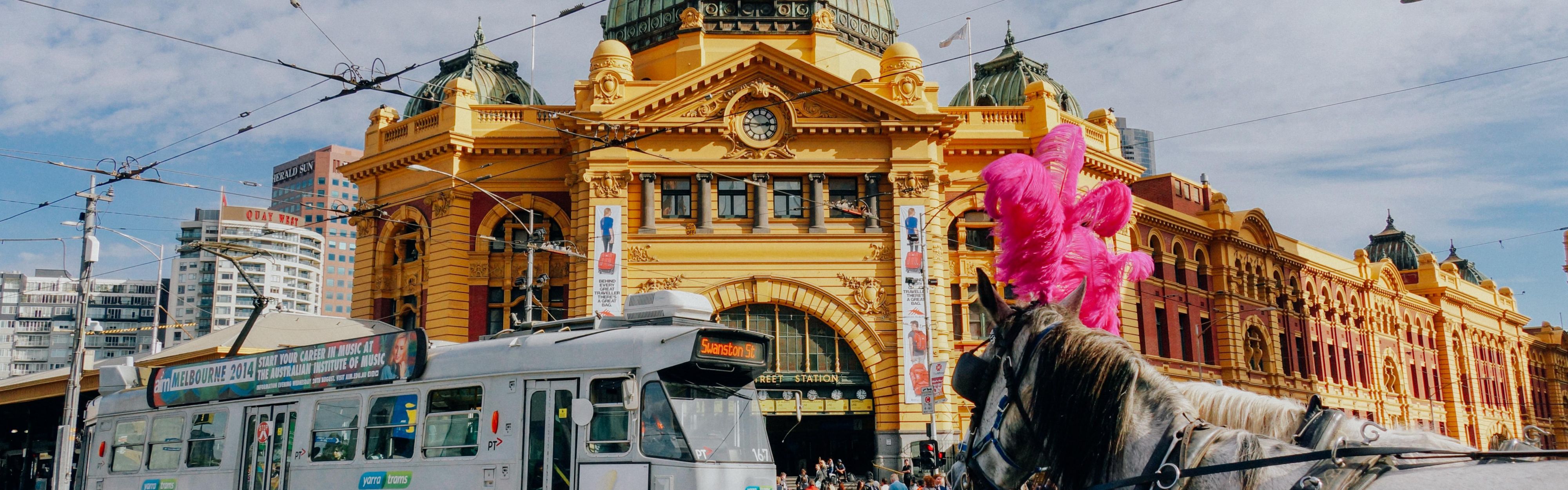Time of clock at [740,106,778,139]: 2:45
